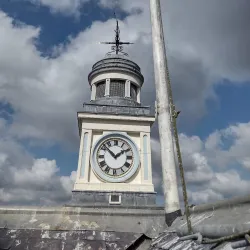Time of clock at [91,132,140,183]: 1:52
